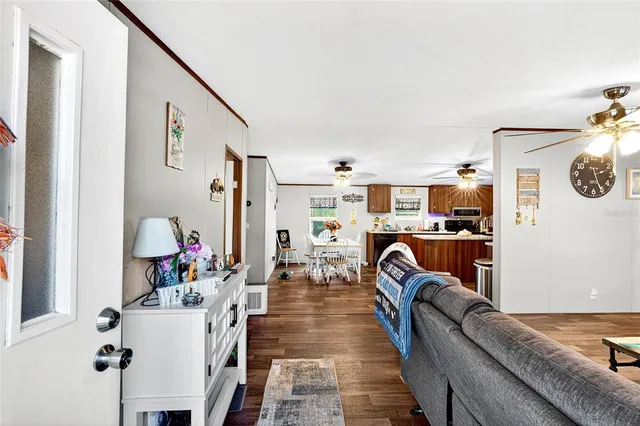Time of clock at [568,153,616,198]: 2:26
